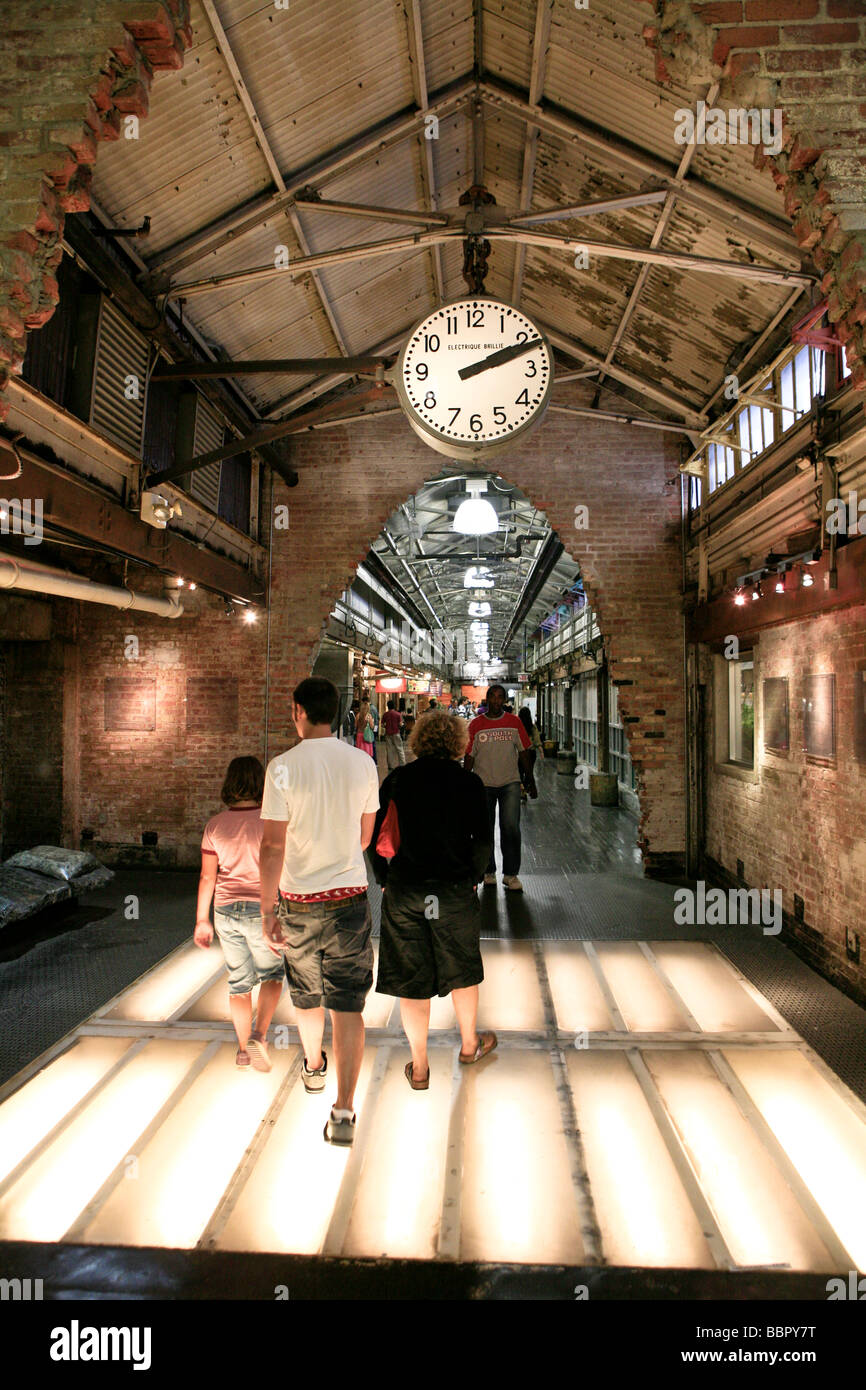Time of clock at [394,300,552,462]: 2:11
